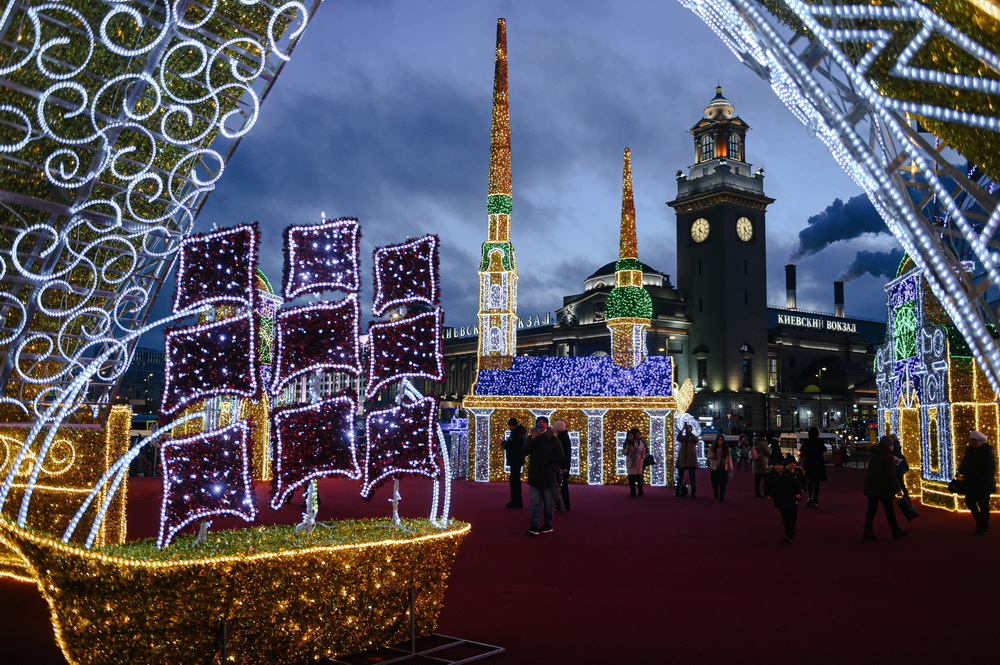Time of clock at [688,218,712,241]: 4:31
